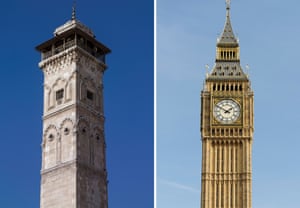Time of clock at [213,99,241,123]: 1:50
